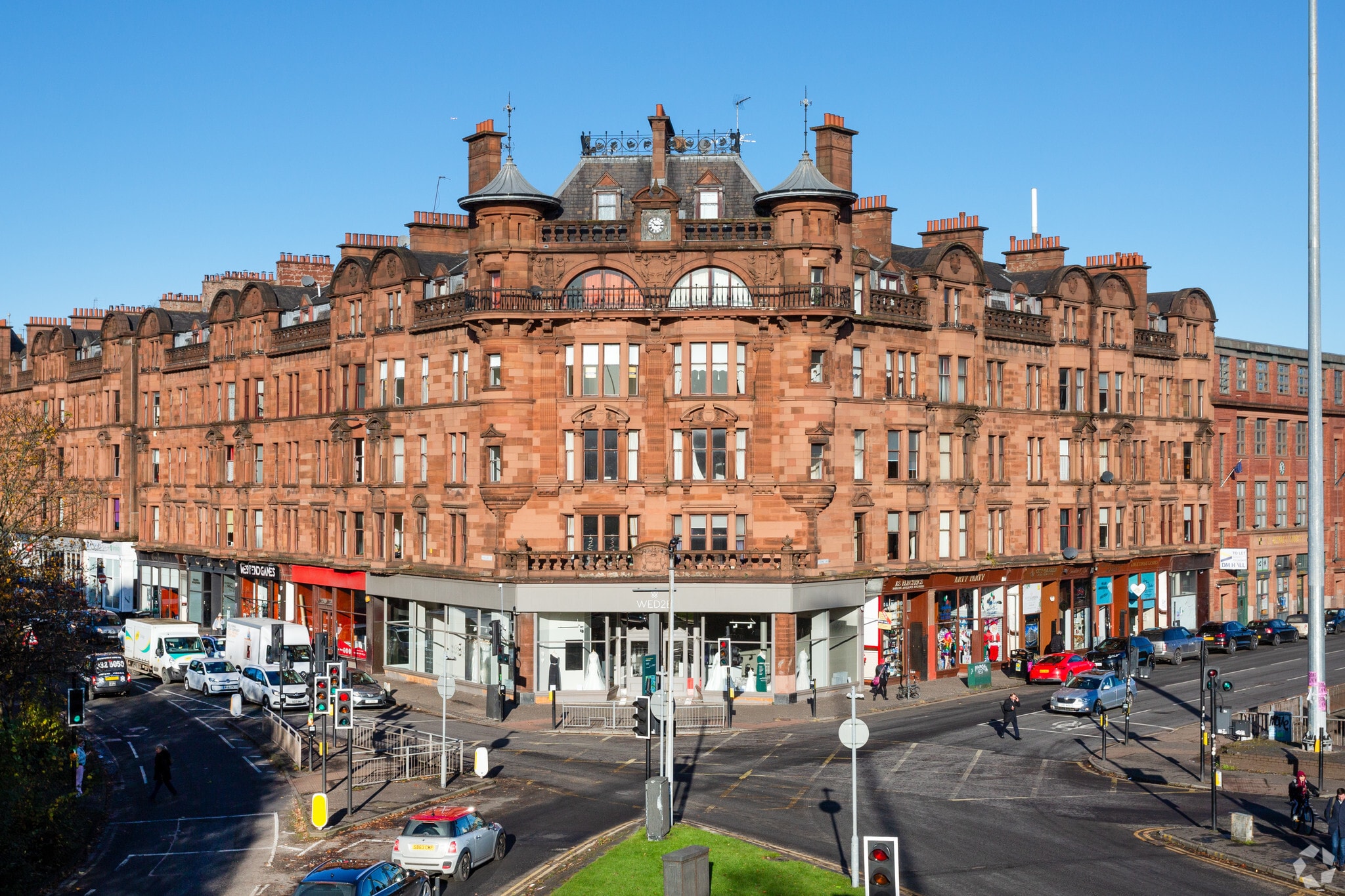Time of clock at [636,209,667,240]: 10:14
